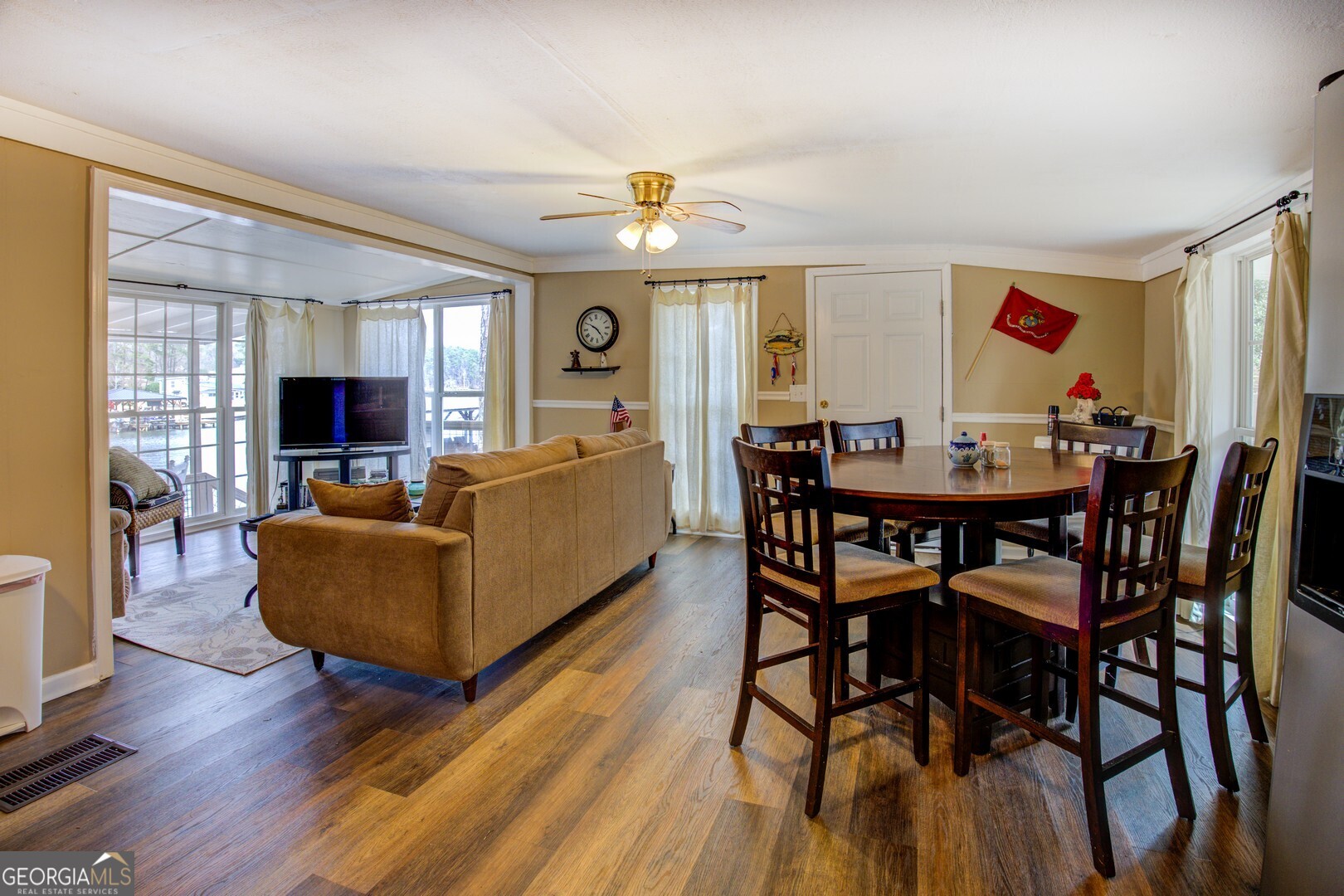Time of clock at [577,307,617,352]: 4:50
